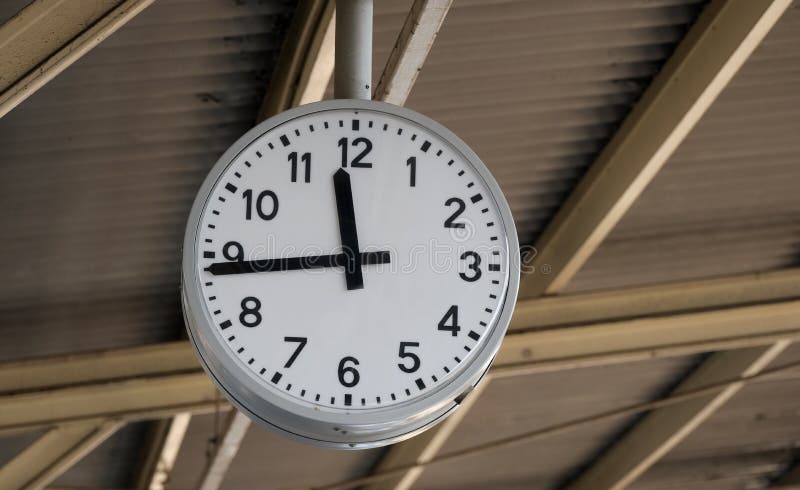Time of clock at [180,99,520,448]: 11:43
